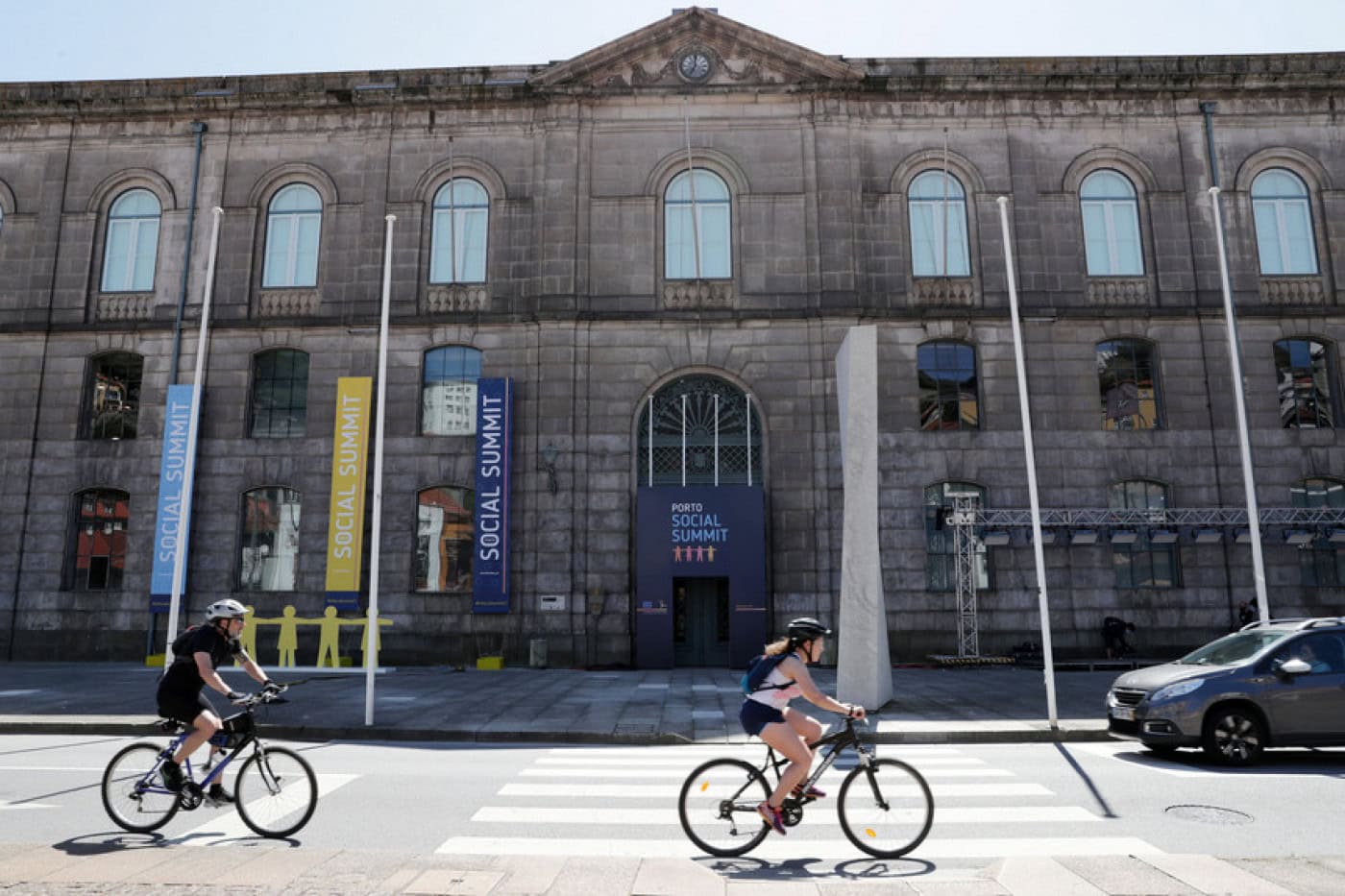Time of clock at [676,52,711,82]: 7:00
